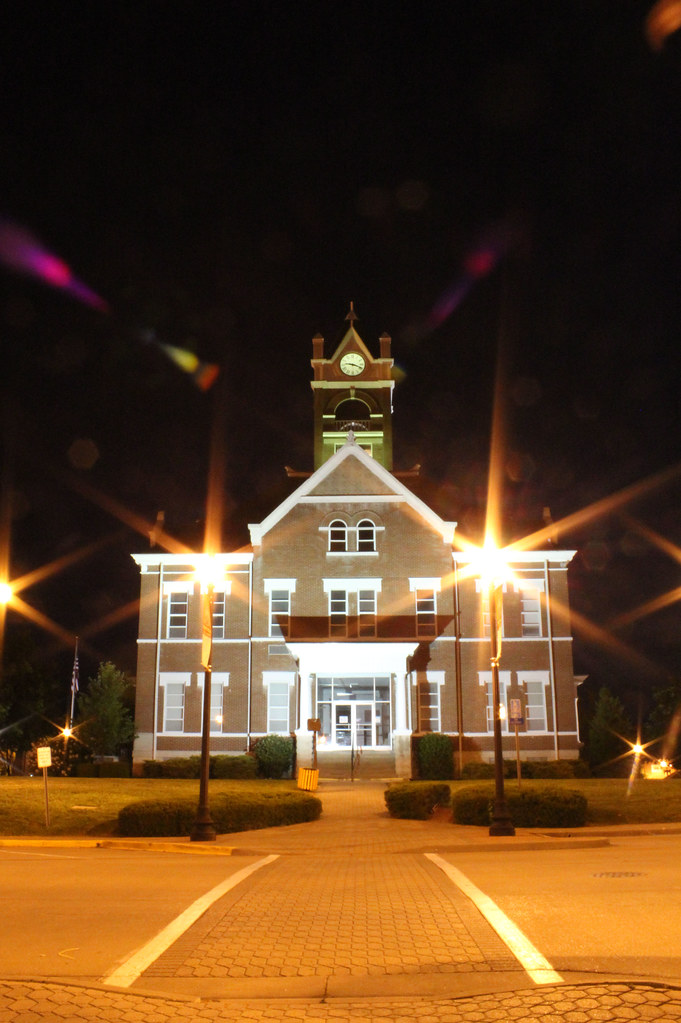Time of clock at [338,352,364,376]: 9:18
